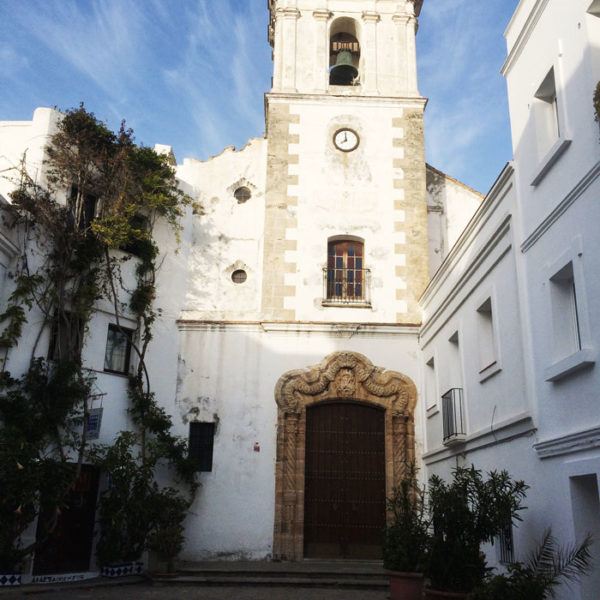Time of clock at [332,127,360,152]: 7:59
